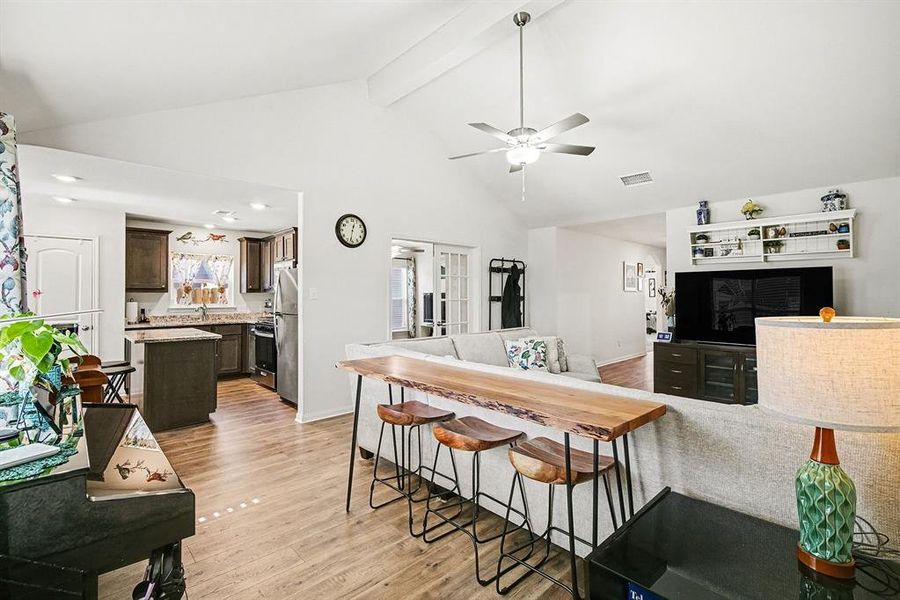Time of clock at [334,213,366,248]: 12:32
